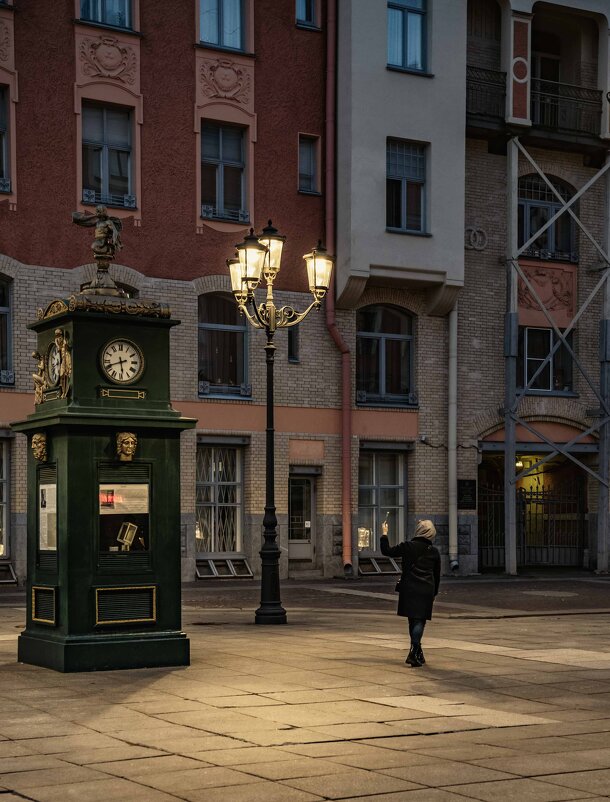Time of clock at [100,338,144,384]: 5:41
